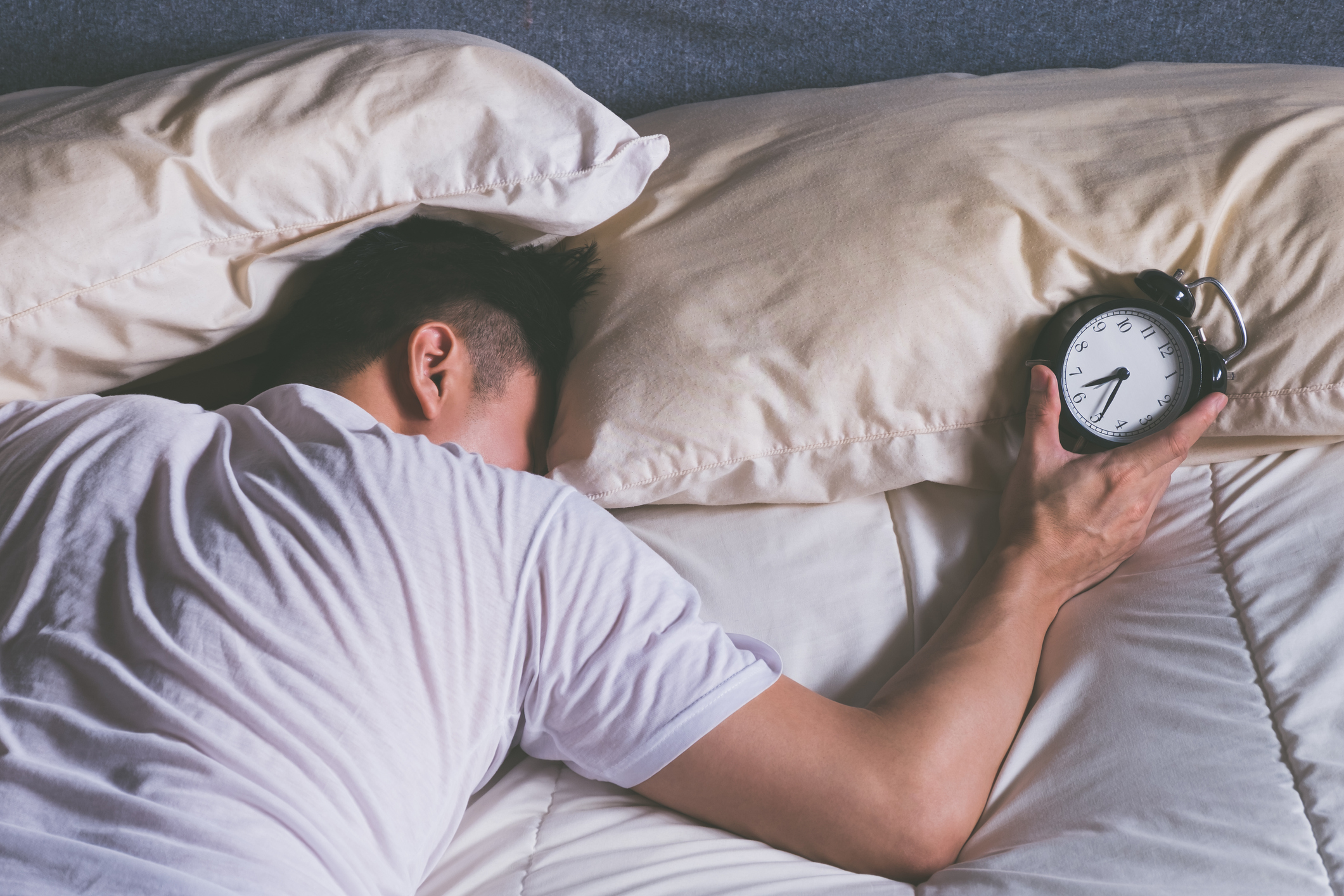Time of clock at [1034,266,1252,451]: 8:34
